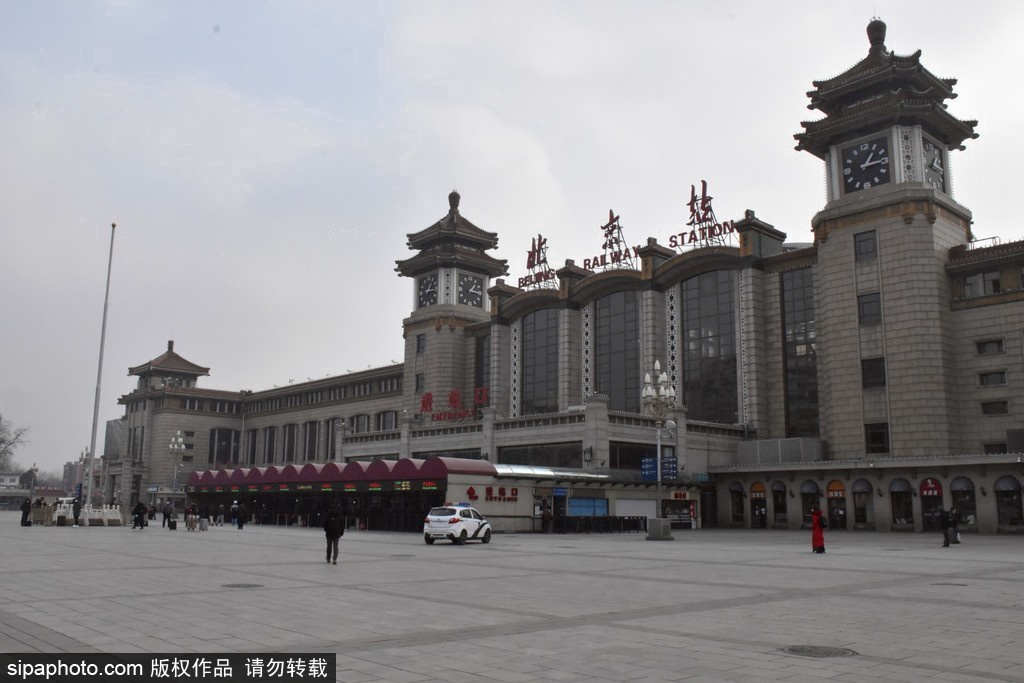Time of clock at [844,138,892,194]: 1:14
